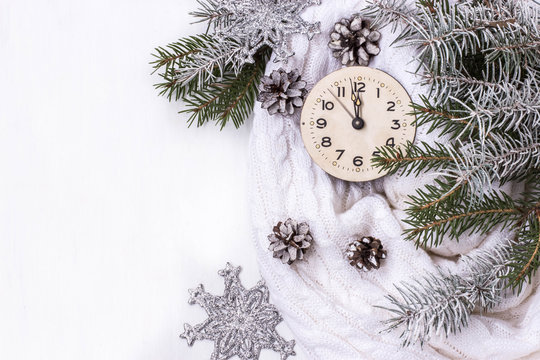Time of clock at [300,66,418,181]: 11:58
